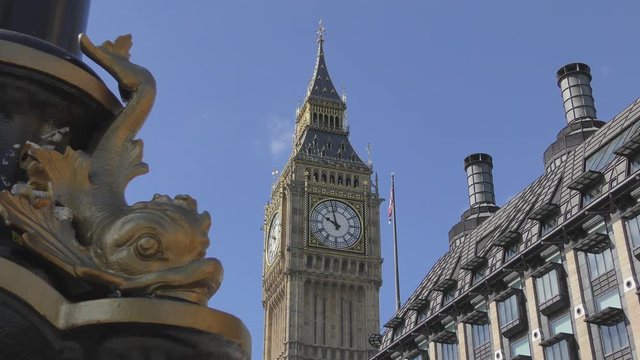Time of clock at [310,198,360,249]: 9:57
